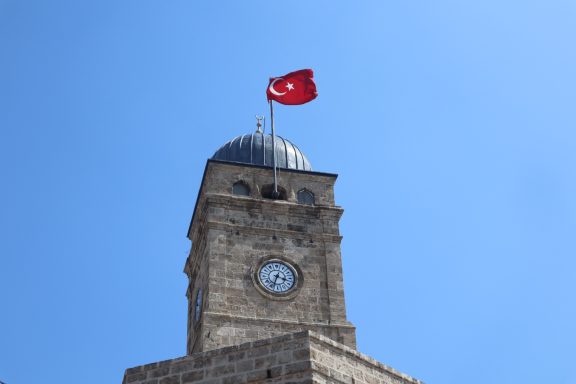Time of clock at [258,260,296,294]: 3:33
